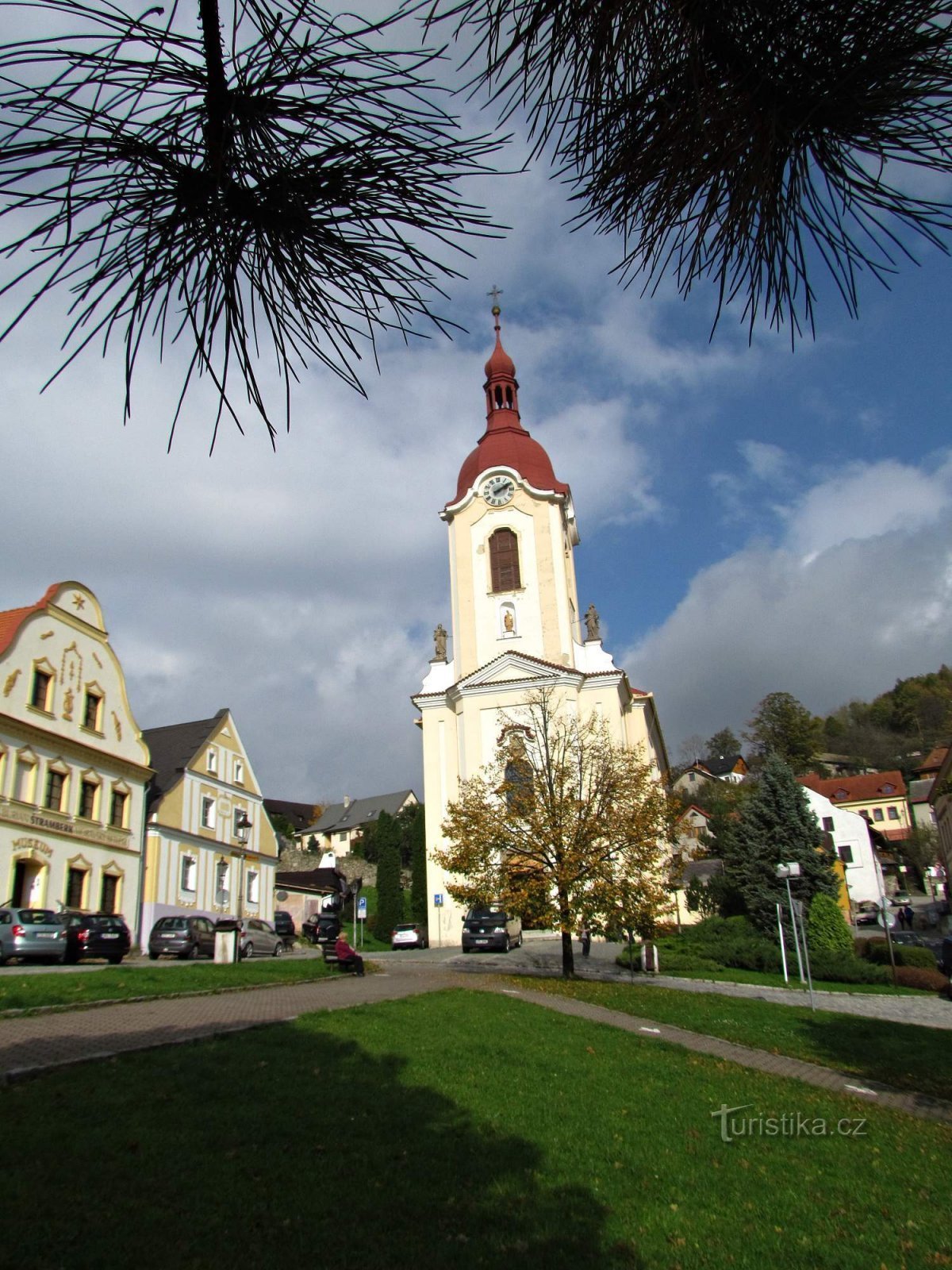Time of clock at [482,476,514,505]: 2:09
